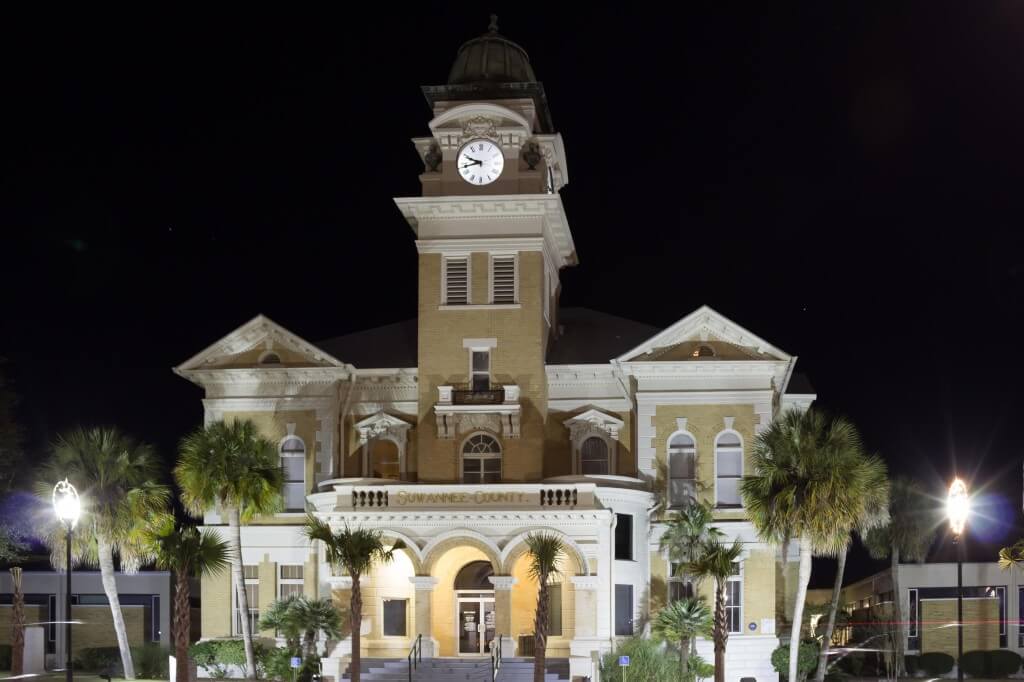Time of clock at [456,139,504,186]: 9:43
